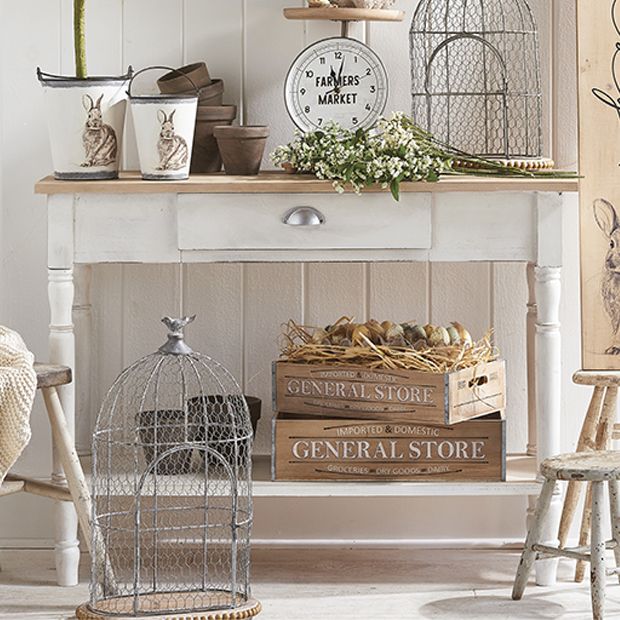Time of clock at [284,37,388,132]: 11:01
